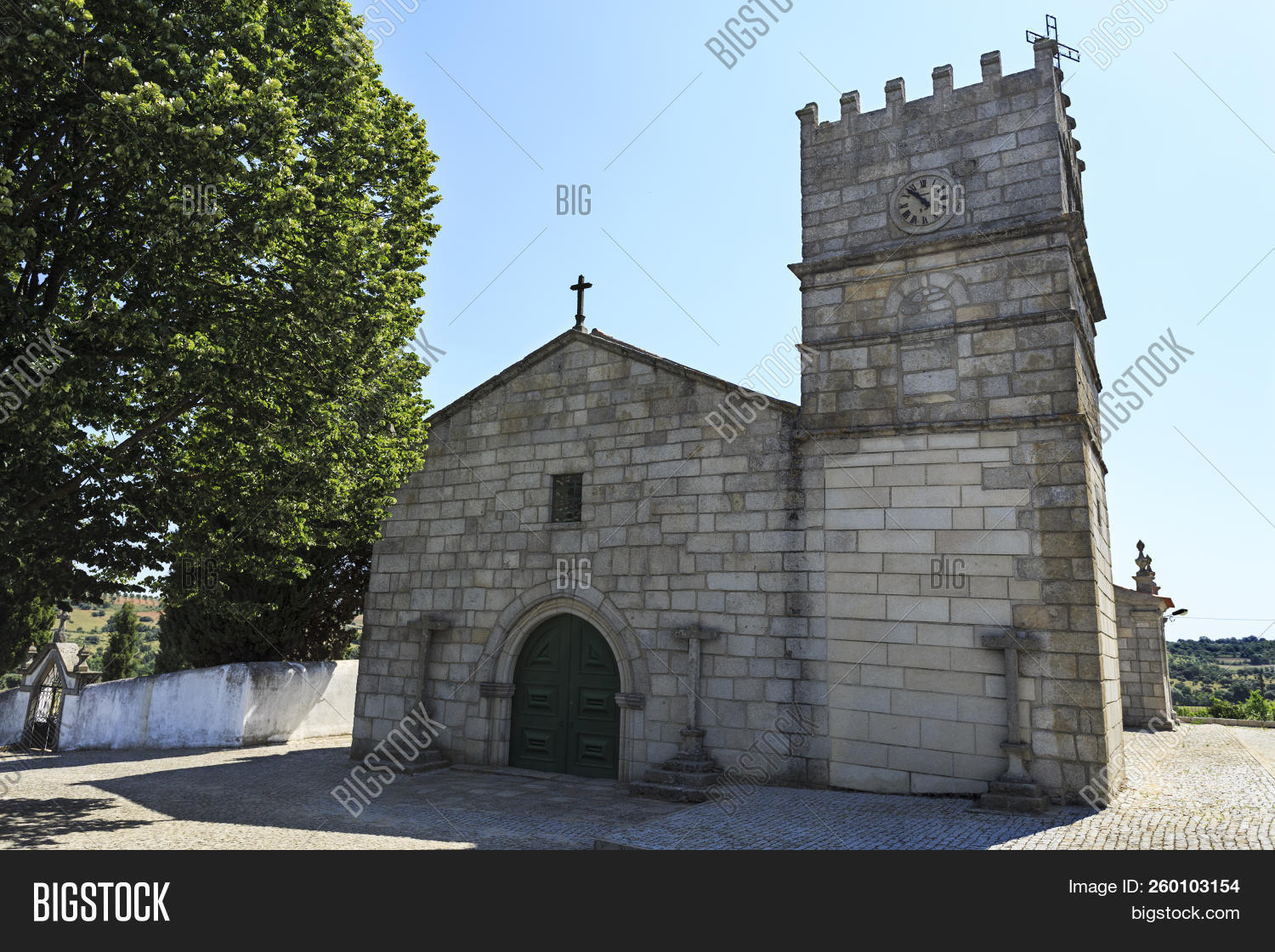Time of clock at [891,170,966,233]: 10:52
